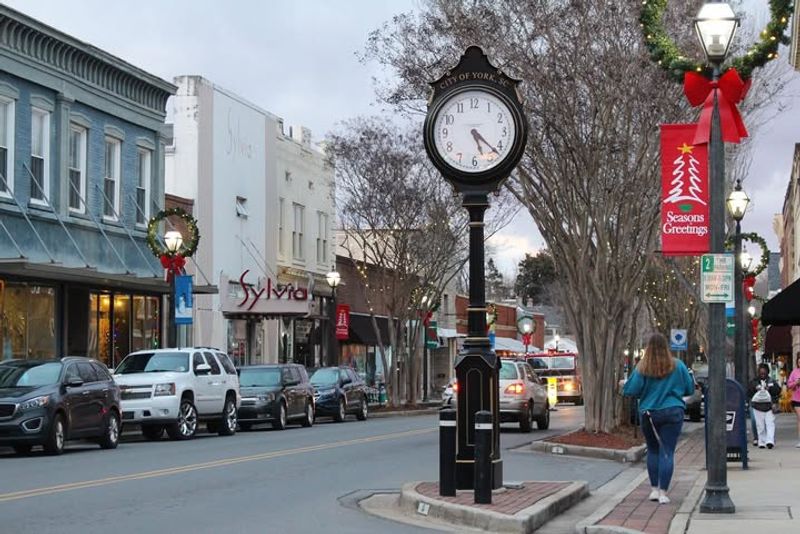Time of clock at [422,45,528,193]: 5:22
